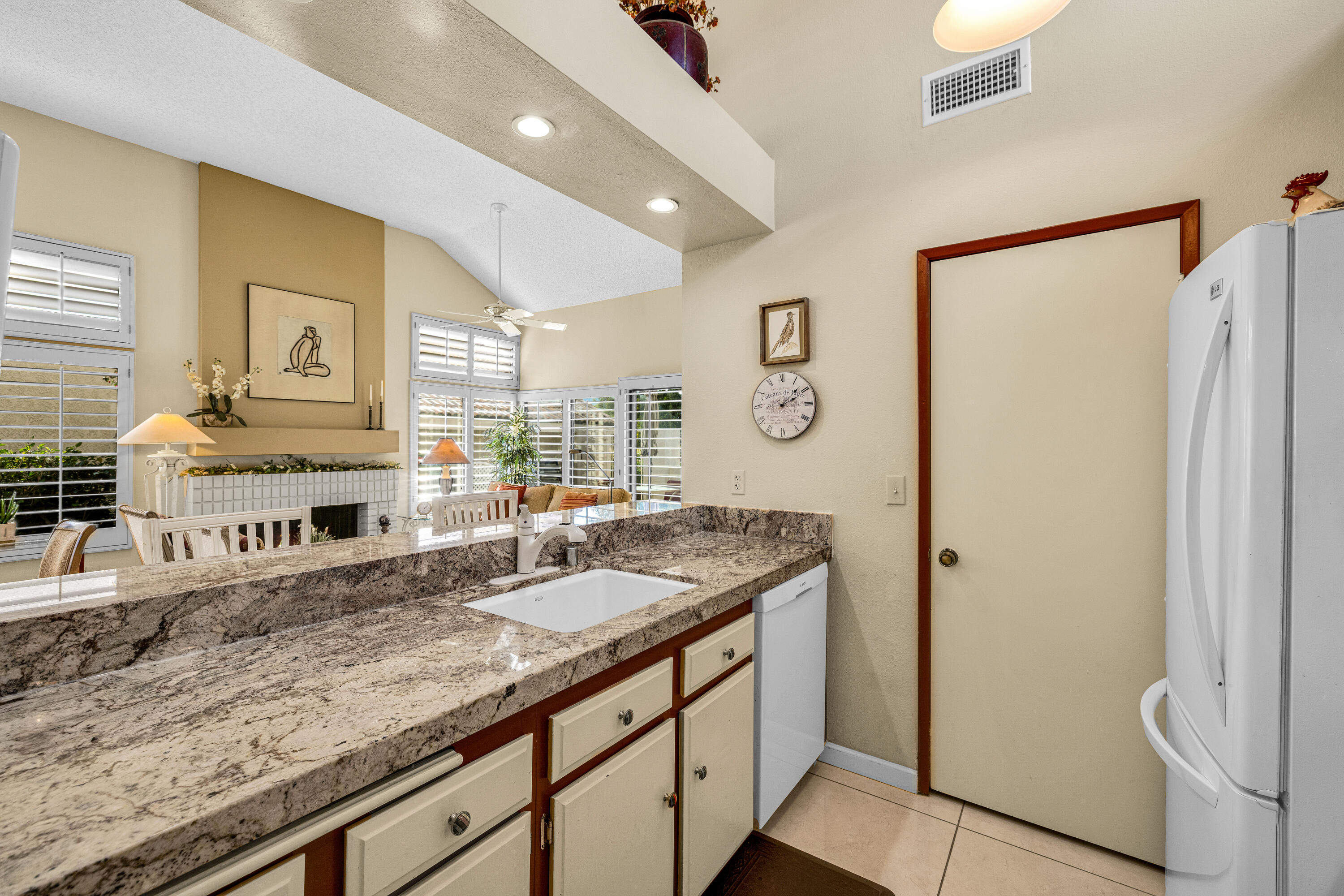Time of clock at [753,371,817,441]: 2:07
